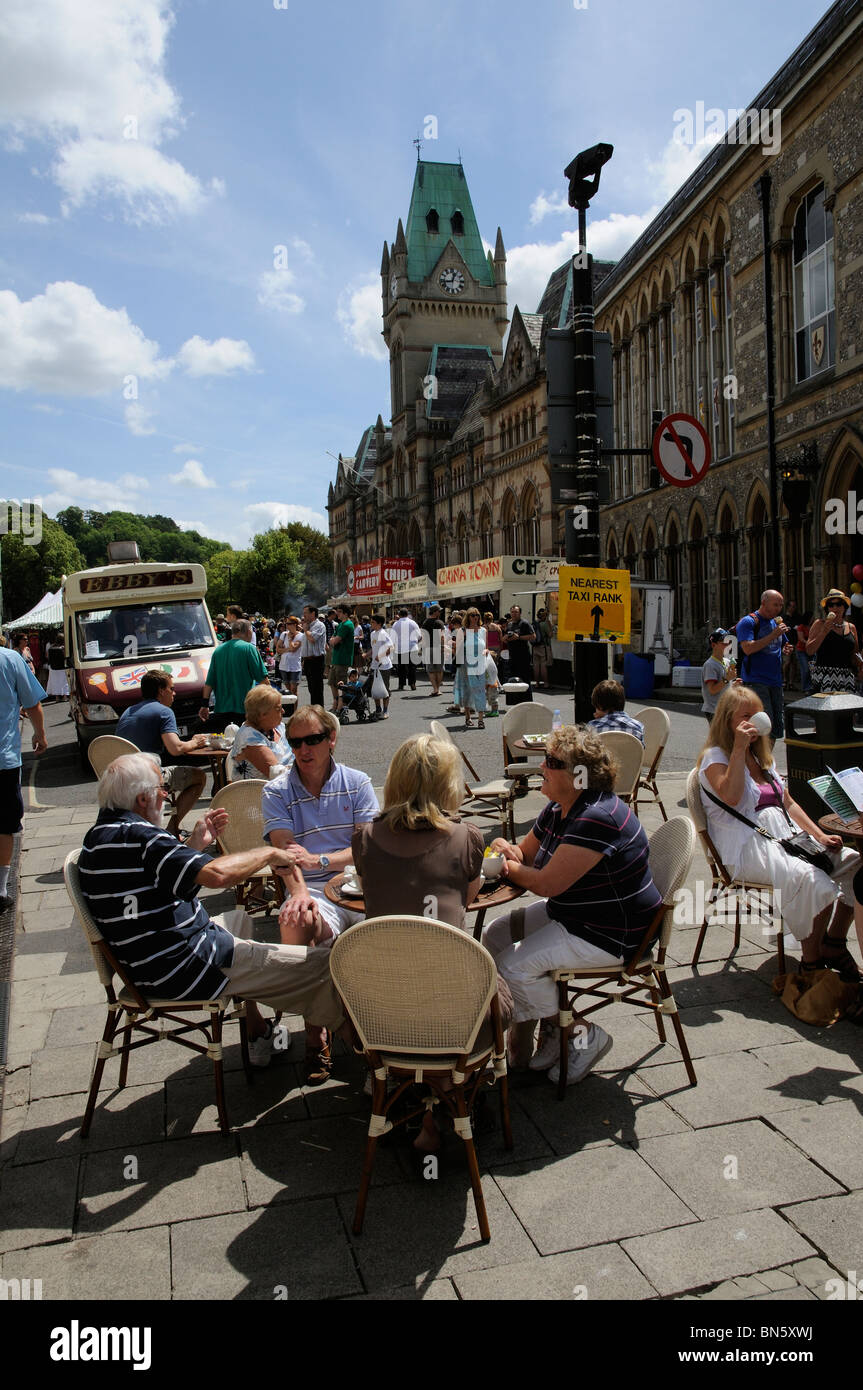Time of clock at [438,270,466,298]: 12:43
